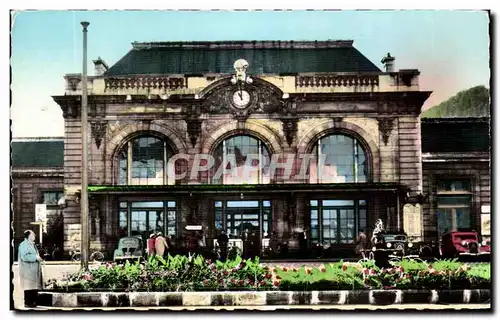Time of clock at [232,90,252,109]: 11:00
